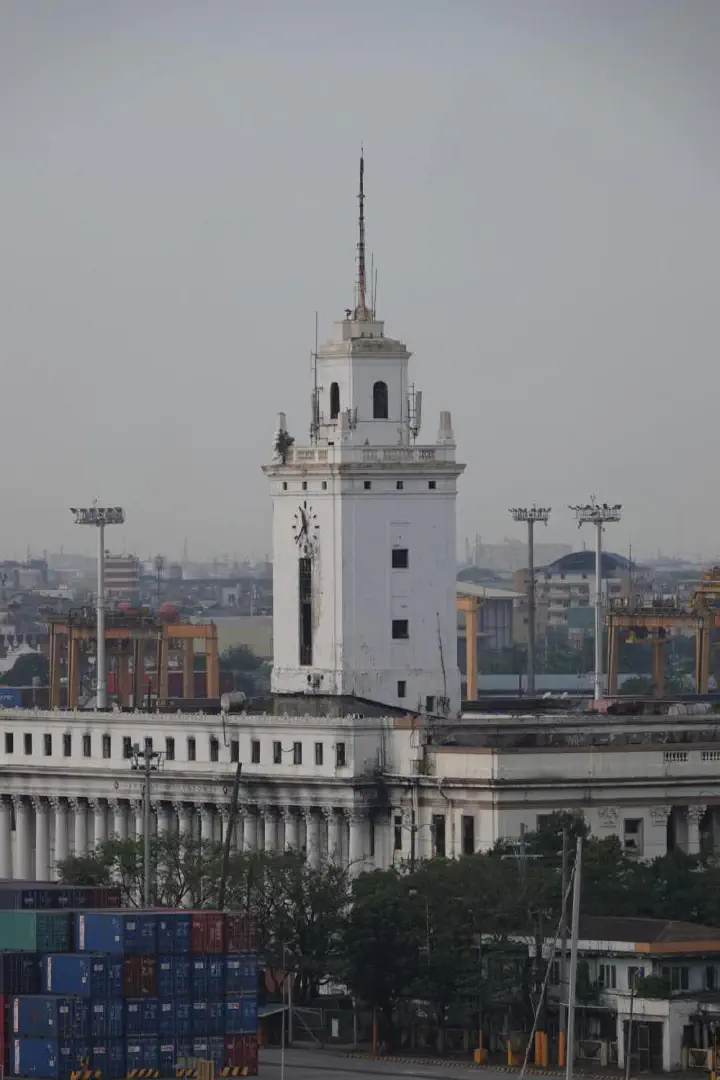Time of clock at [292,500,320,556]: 11:37
